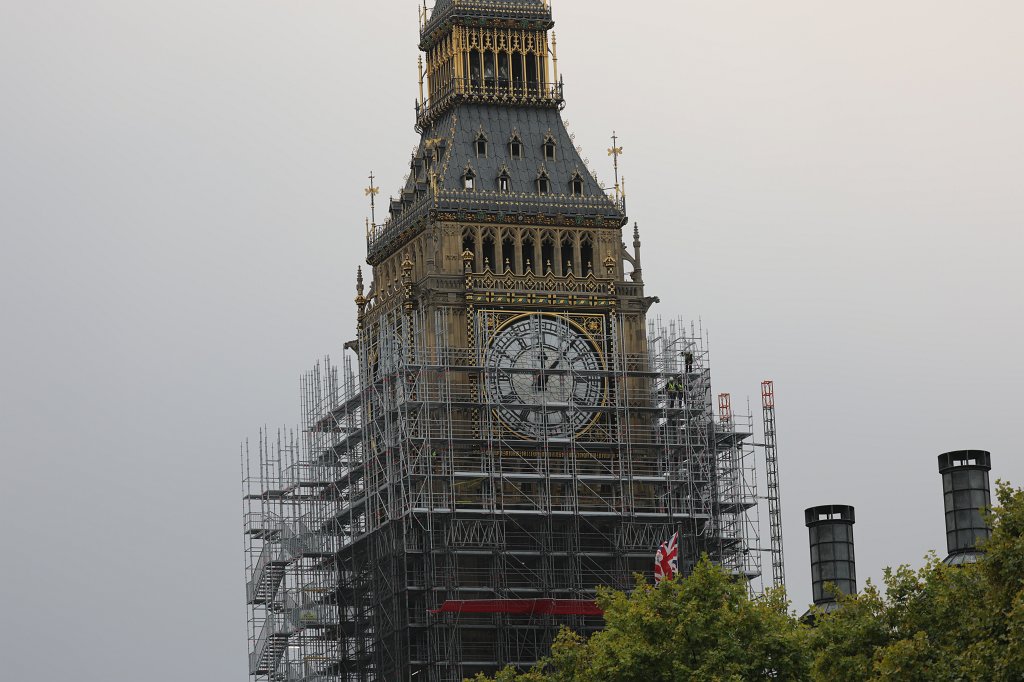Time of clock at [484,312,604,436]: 12:07
